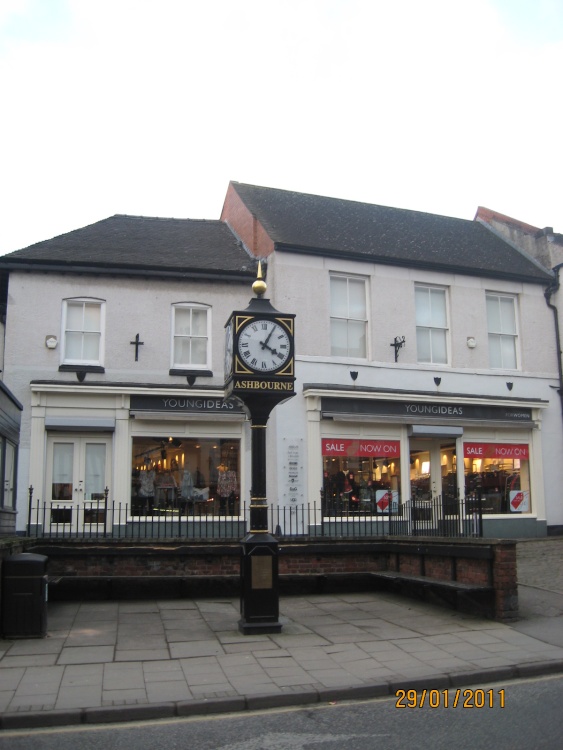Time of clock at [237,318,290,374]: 4:04
